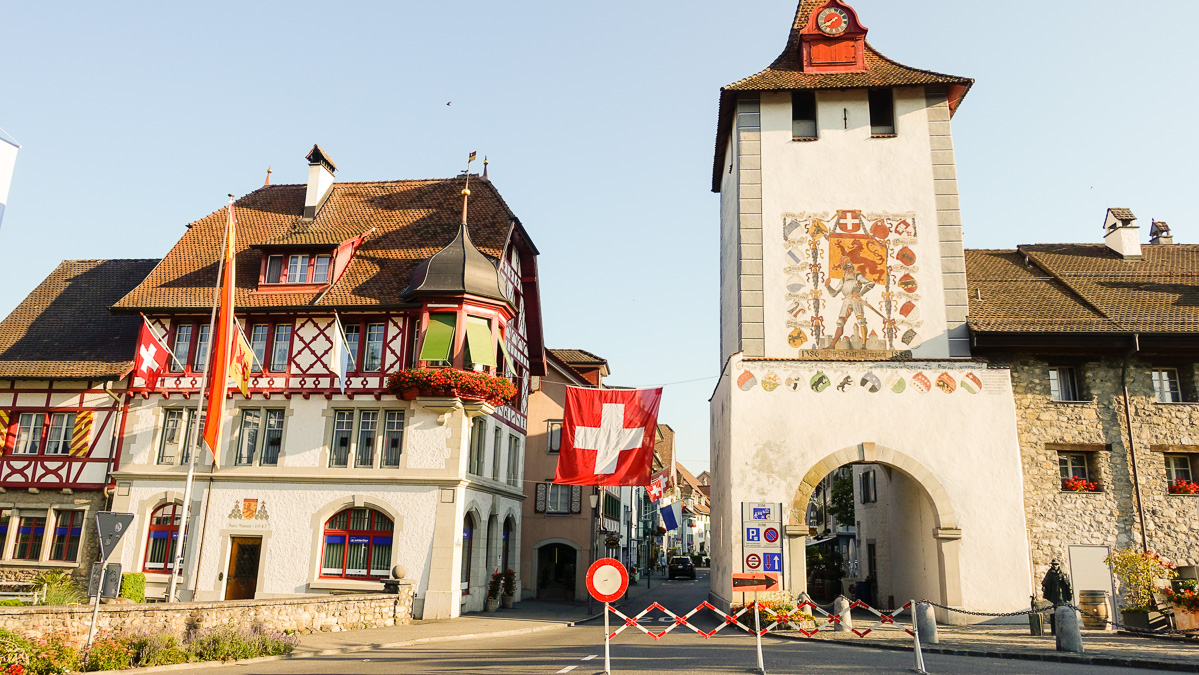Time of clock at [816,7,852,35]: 7:40
